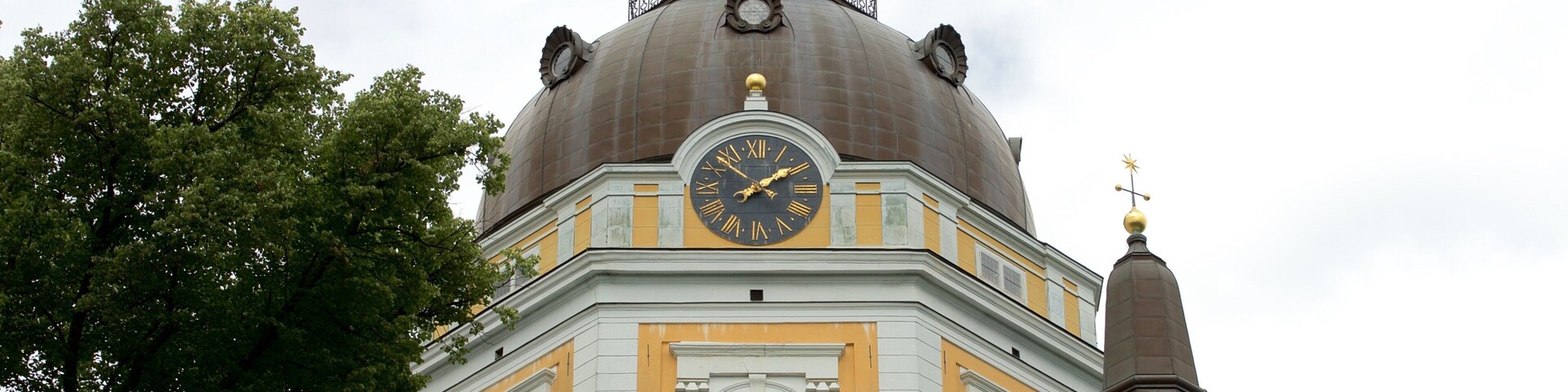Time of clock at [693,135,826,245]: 1:52
